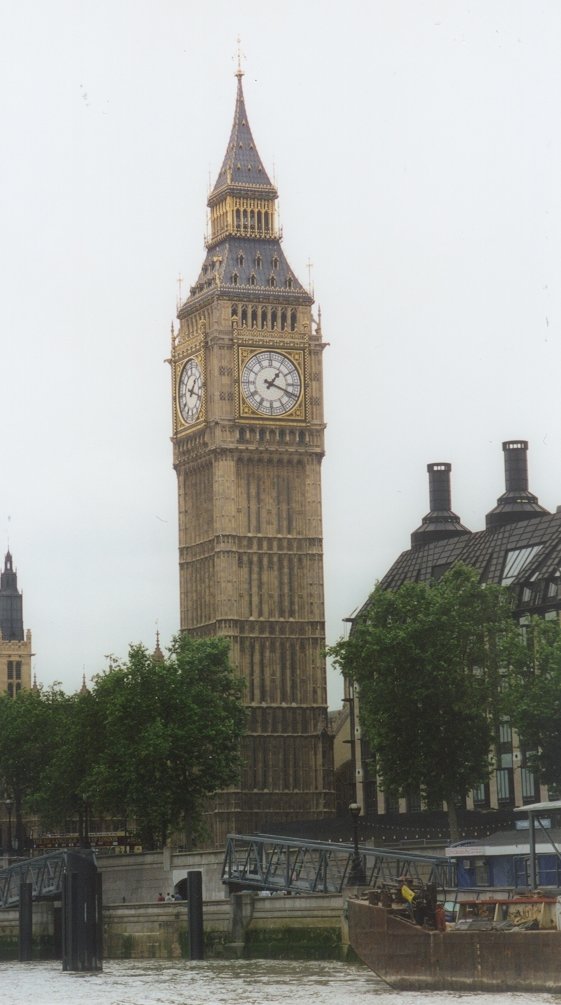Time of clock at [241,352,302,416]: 1:18
